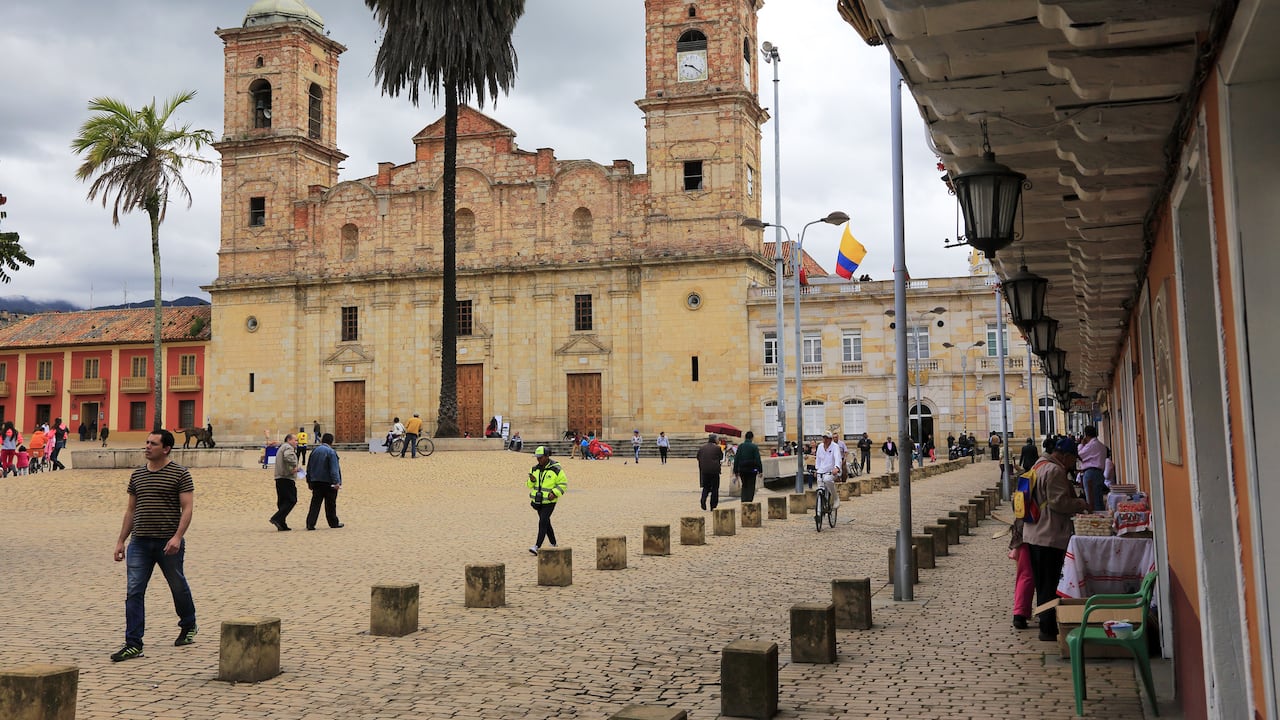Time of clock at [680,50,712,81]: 9:21
